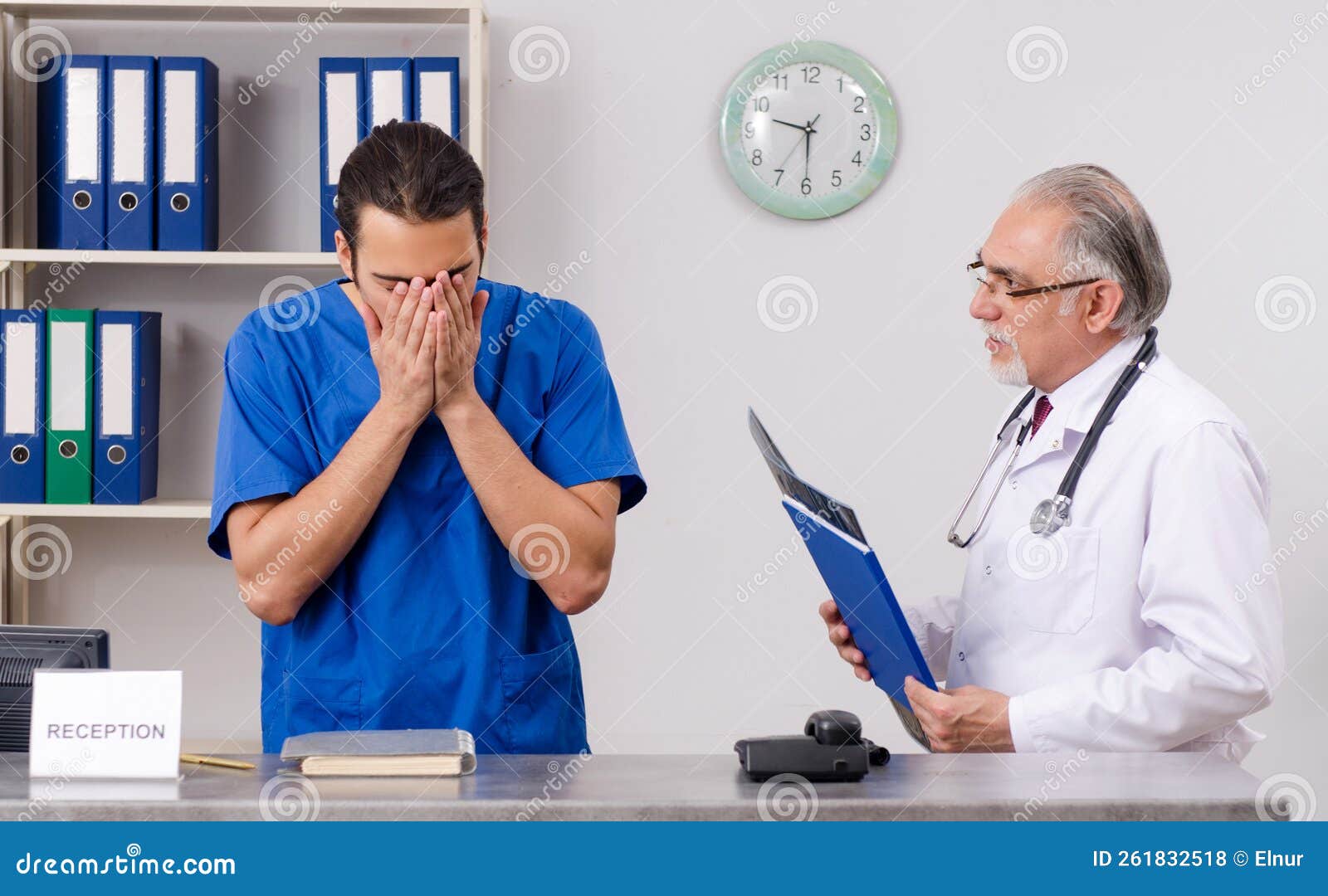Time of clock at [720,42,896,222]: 9:30
